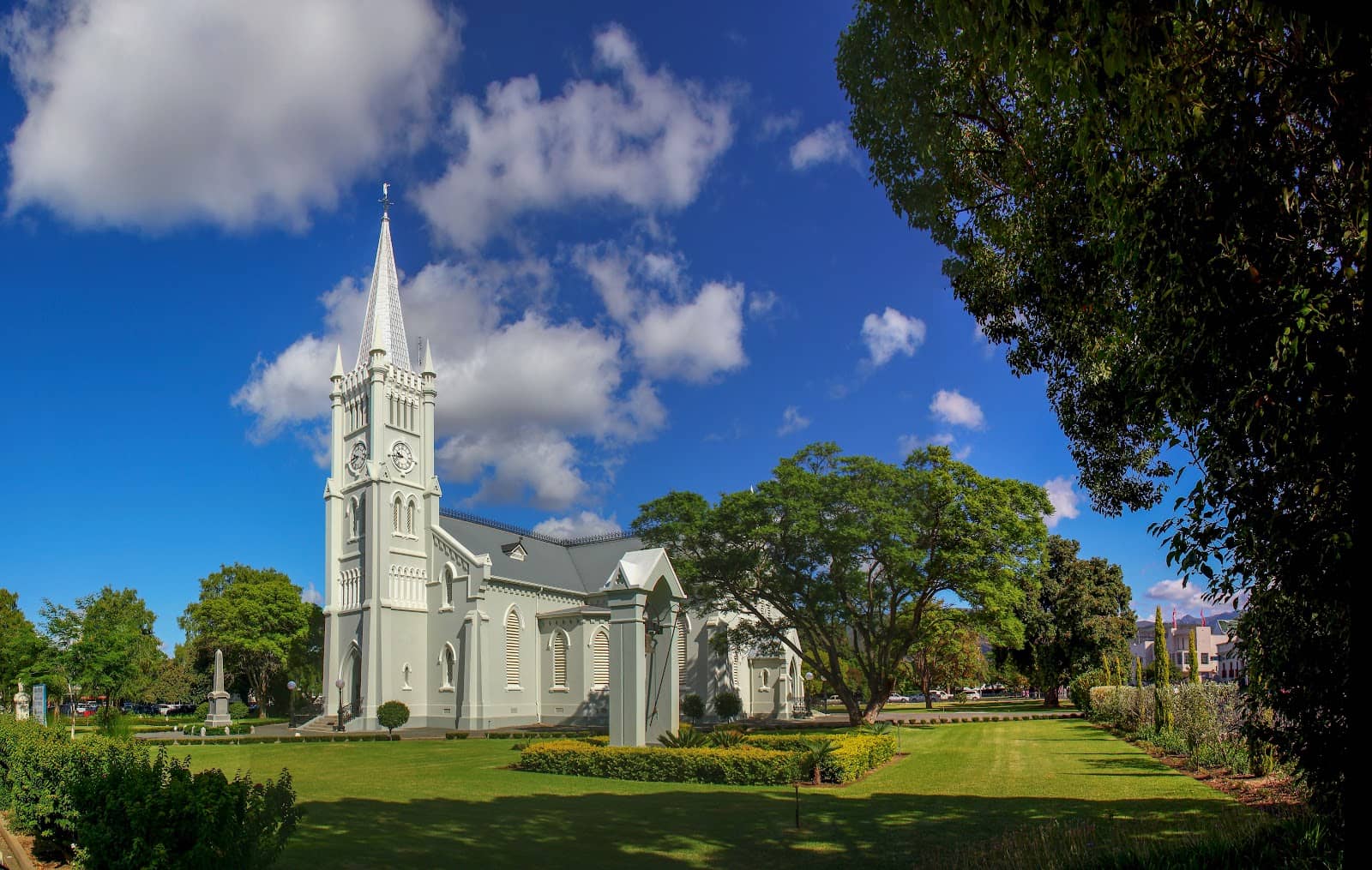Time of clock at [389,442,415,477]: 9:43
